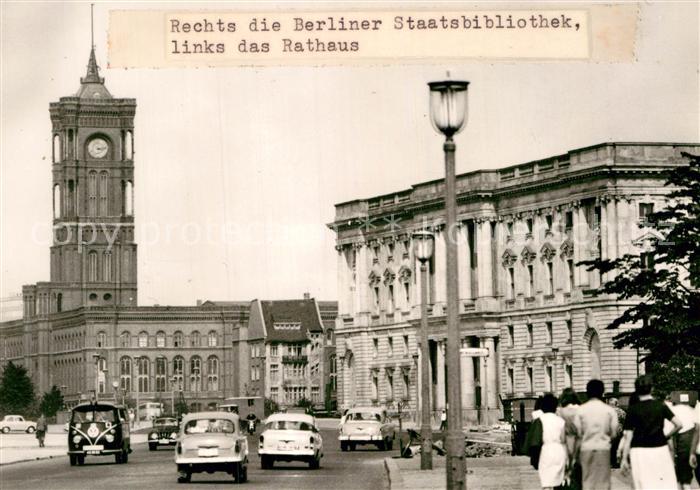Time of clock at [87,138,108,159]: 3:13
